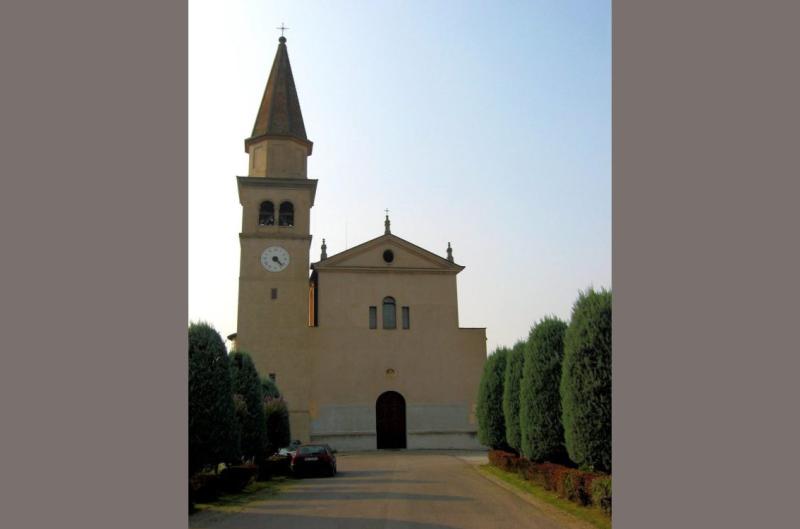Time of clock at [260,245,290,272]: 4:22
